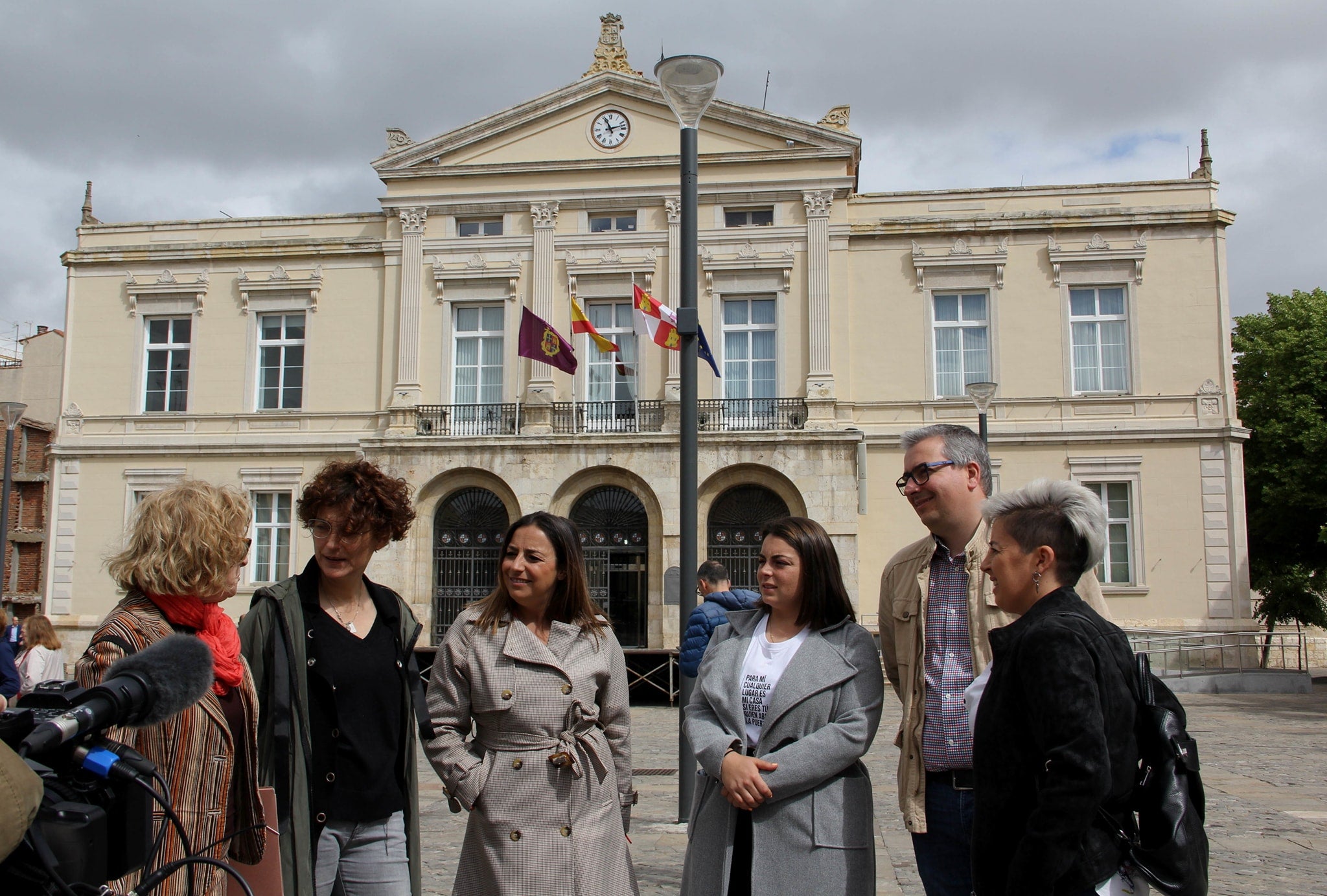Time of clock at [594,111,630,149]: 11:12
